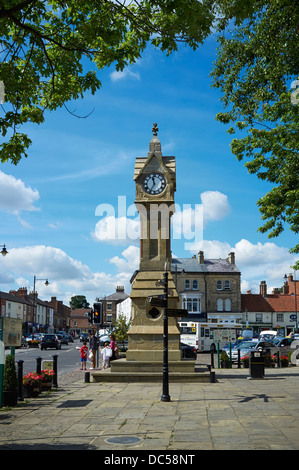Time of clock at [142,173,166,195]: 11:35
